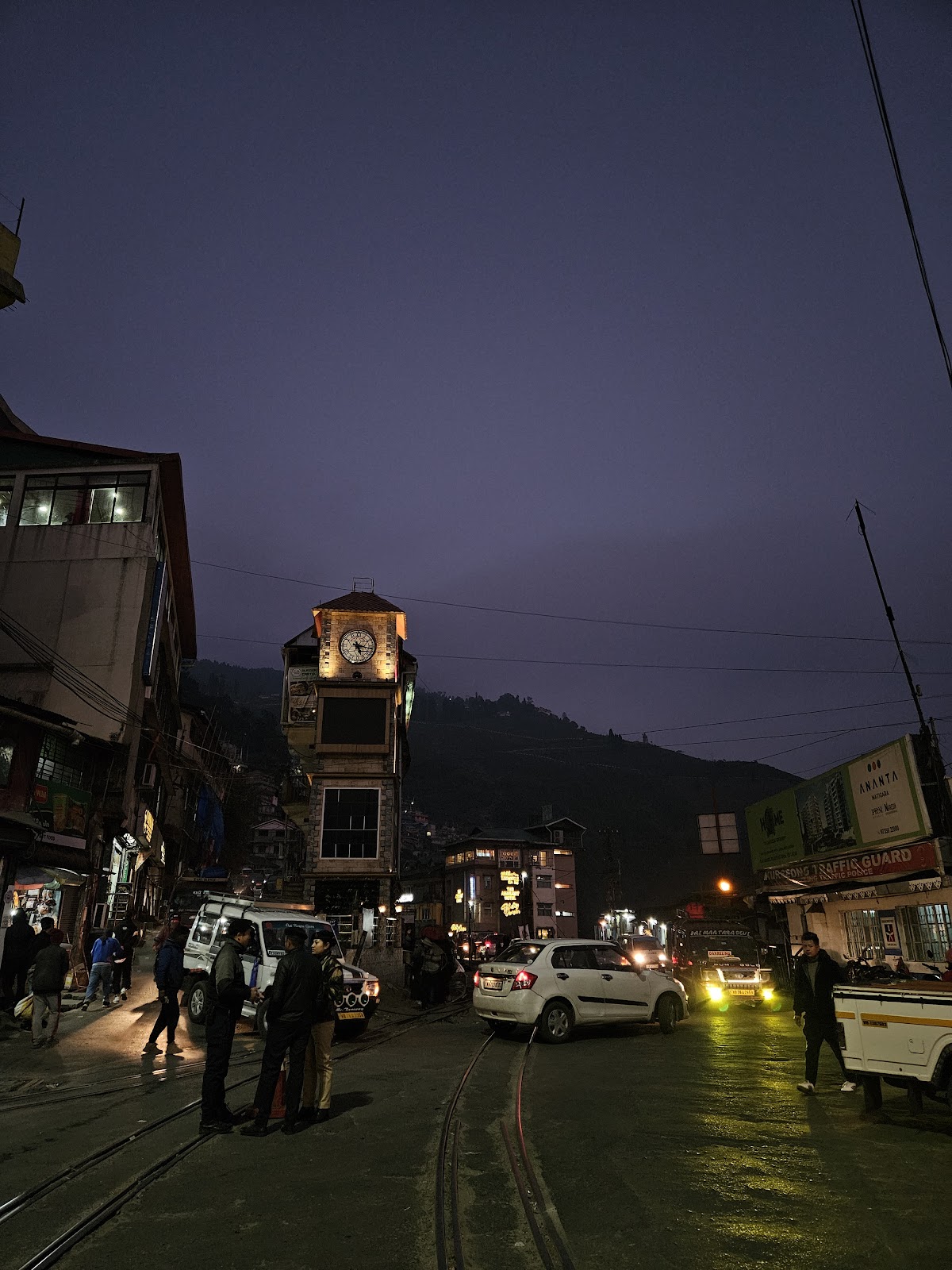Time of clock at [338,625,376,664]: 5:16
